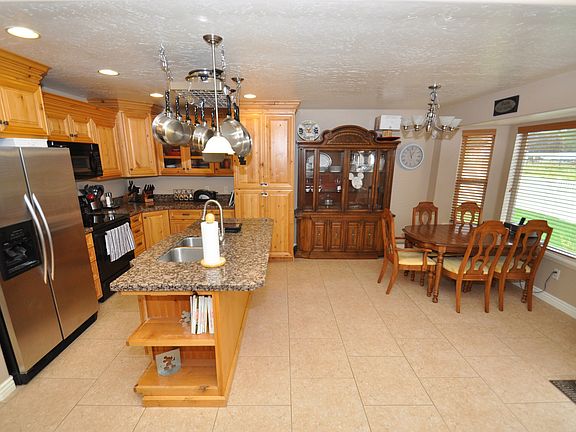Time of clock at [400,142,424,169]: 12:57
